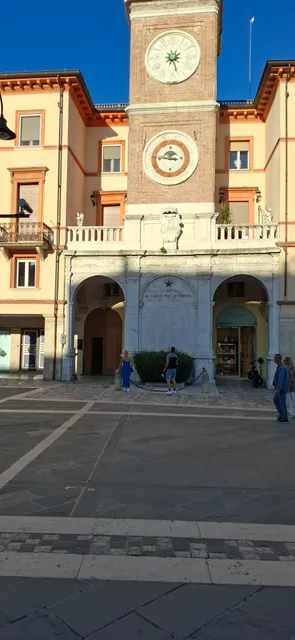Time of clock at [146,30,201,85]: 2:27
